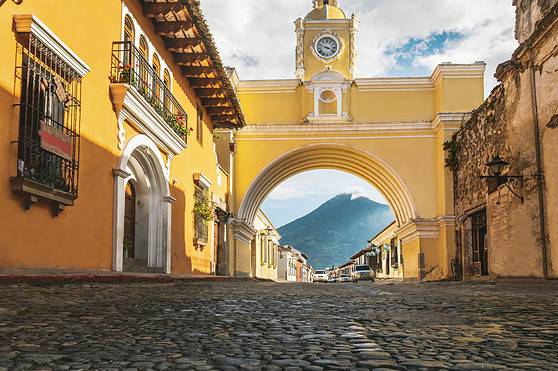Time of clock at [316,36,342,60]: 3:48
